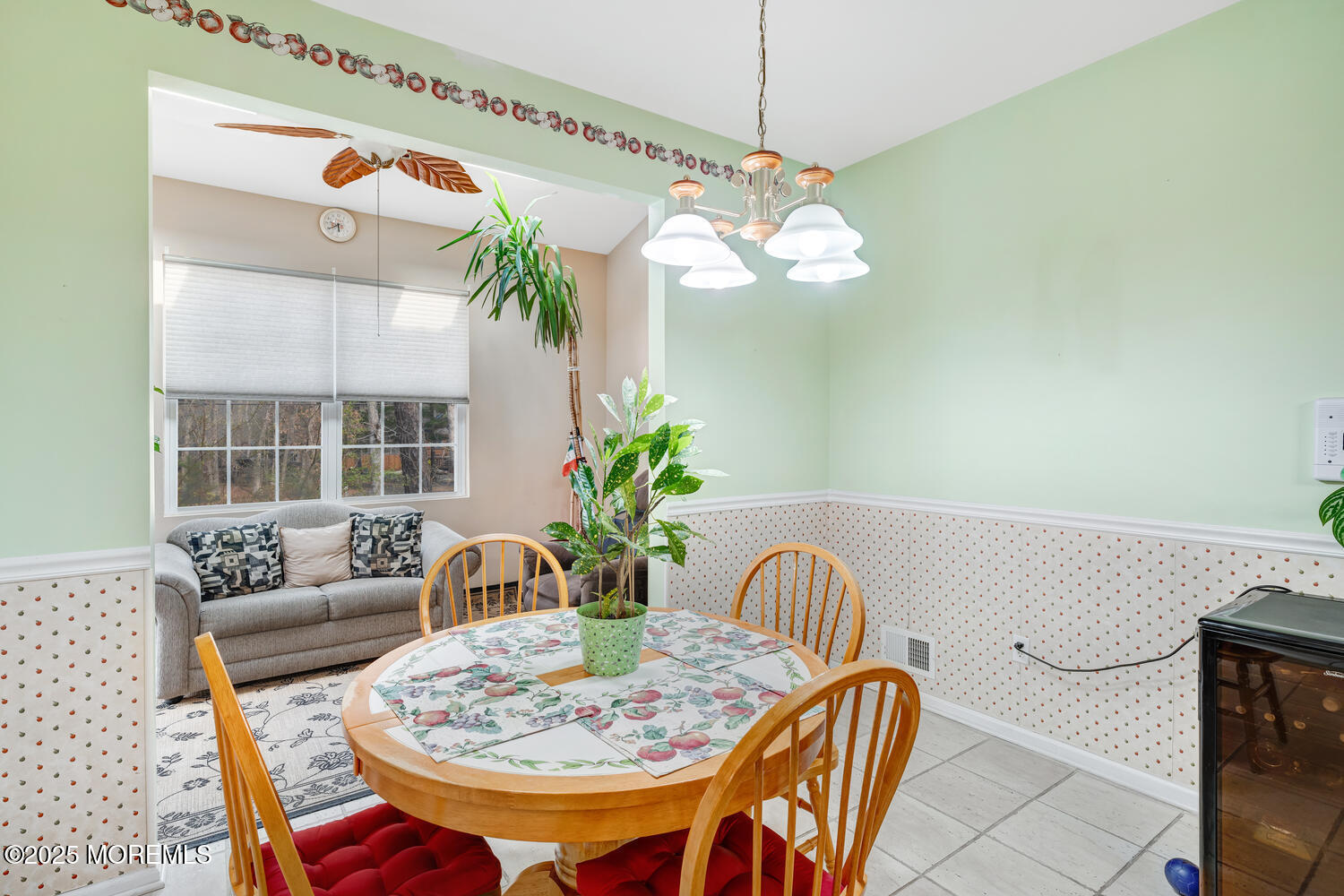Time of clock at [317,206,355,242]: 5:39
